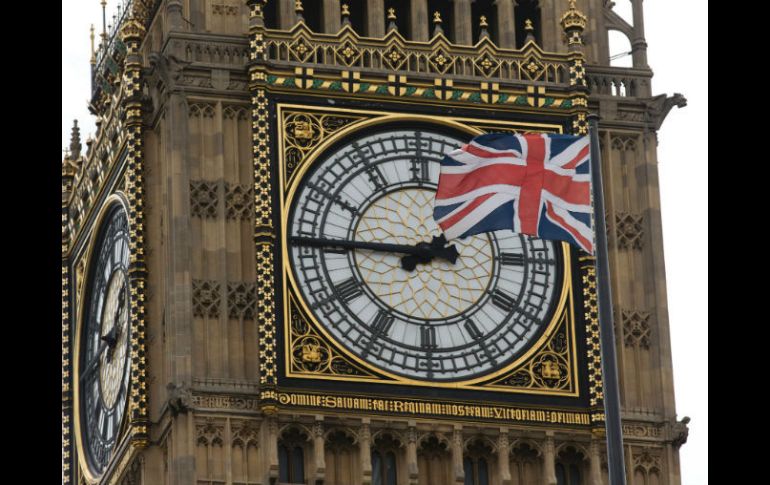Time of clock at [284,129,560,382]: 1:45
